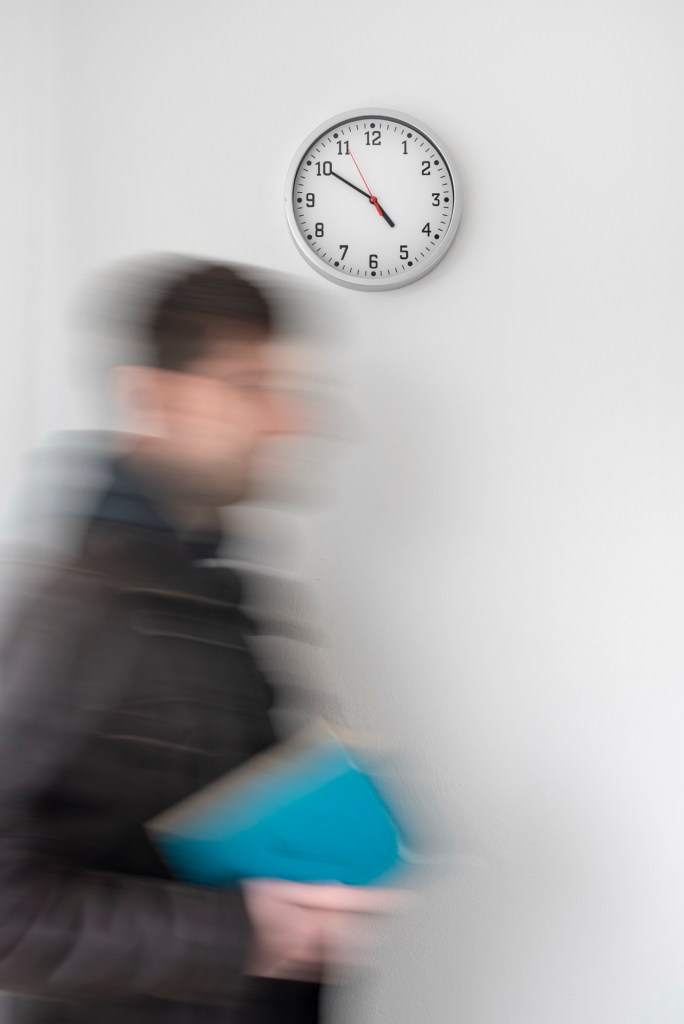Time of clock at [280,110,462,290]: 4:50
